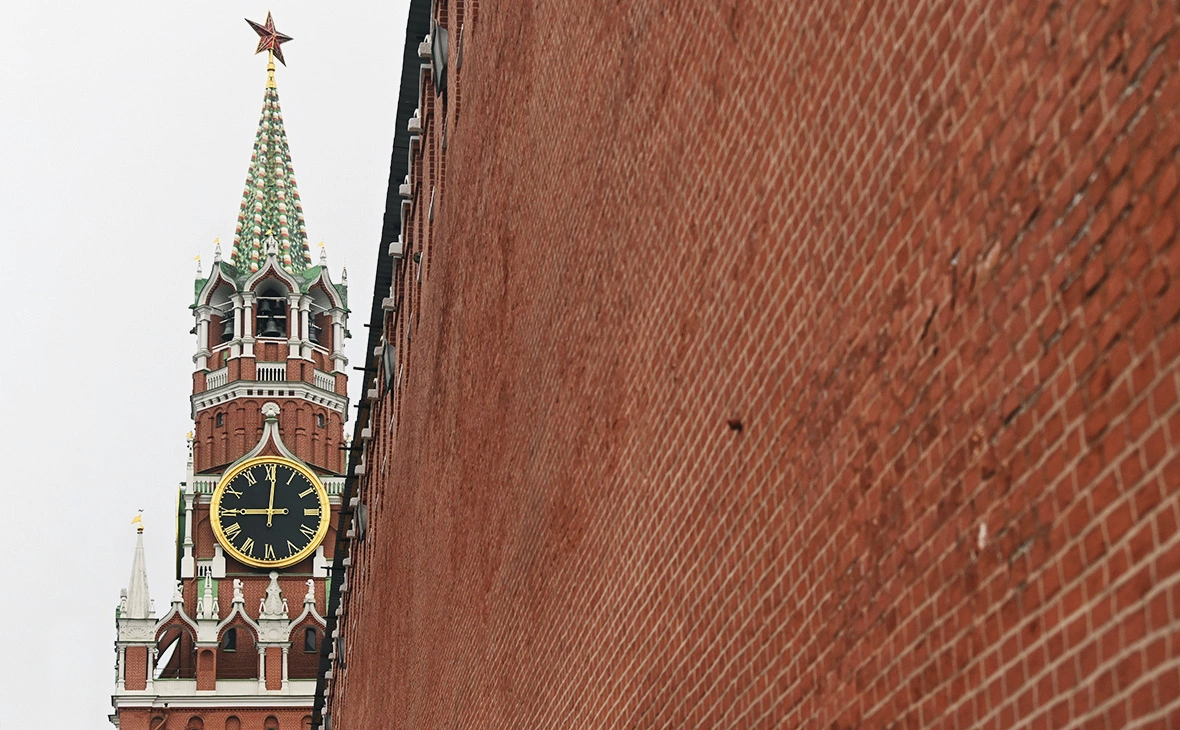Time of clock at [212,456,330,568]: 9:00
